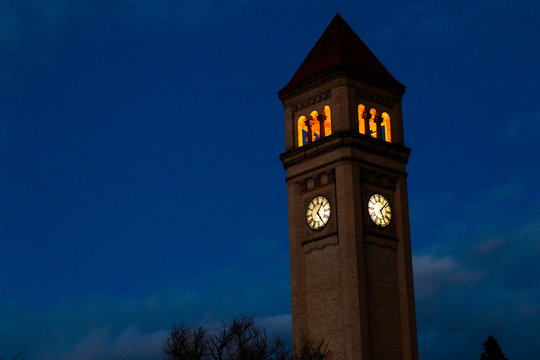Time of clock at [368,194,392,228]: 5:07
